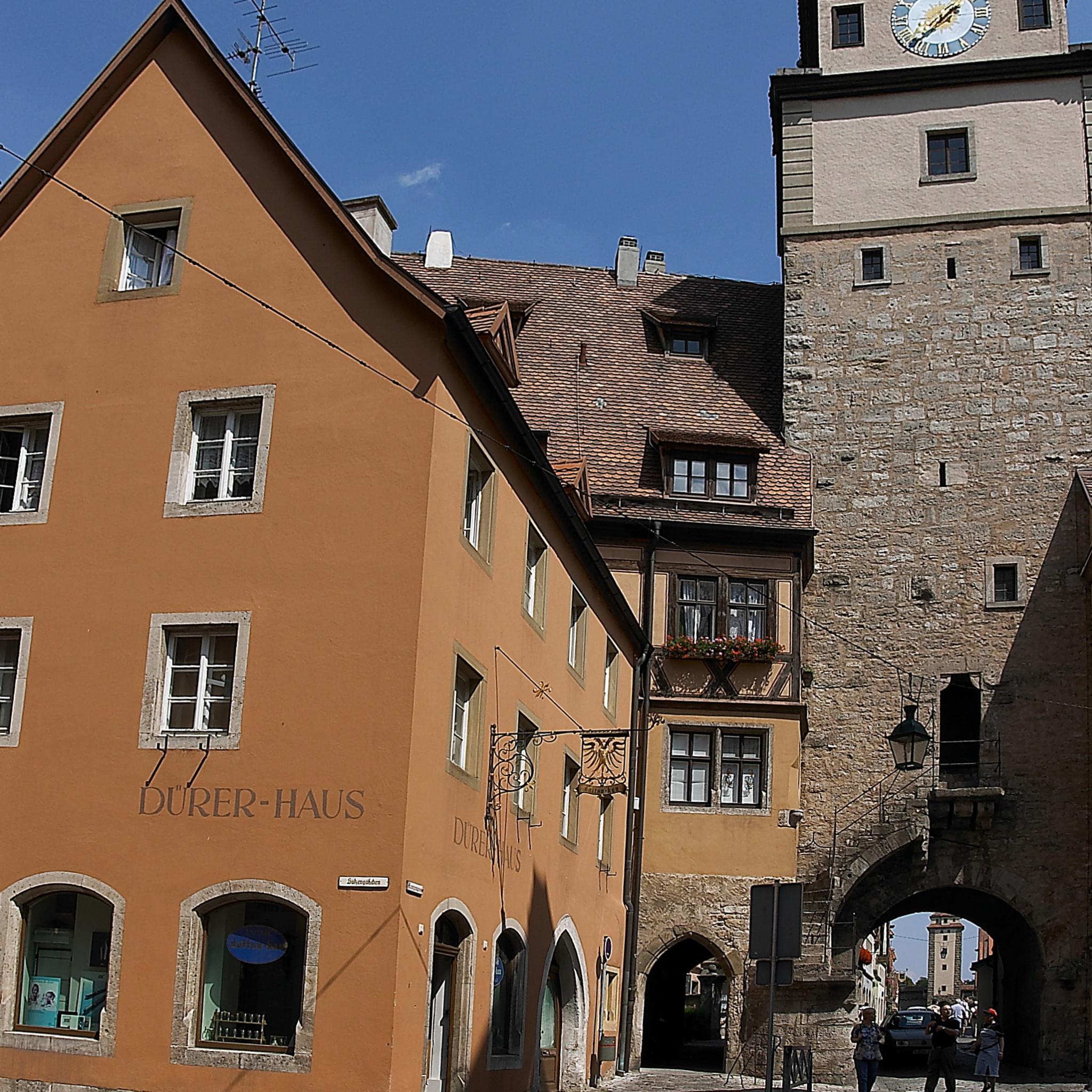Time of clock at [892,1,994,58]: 1:37
